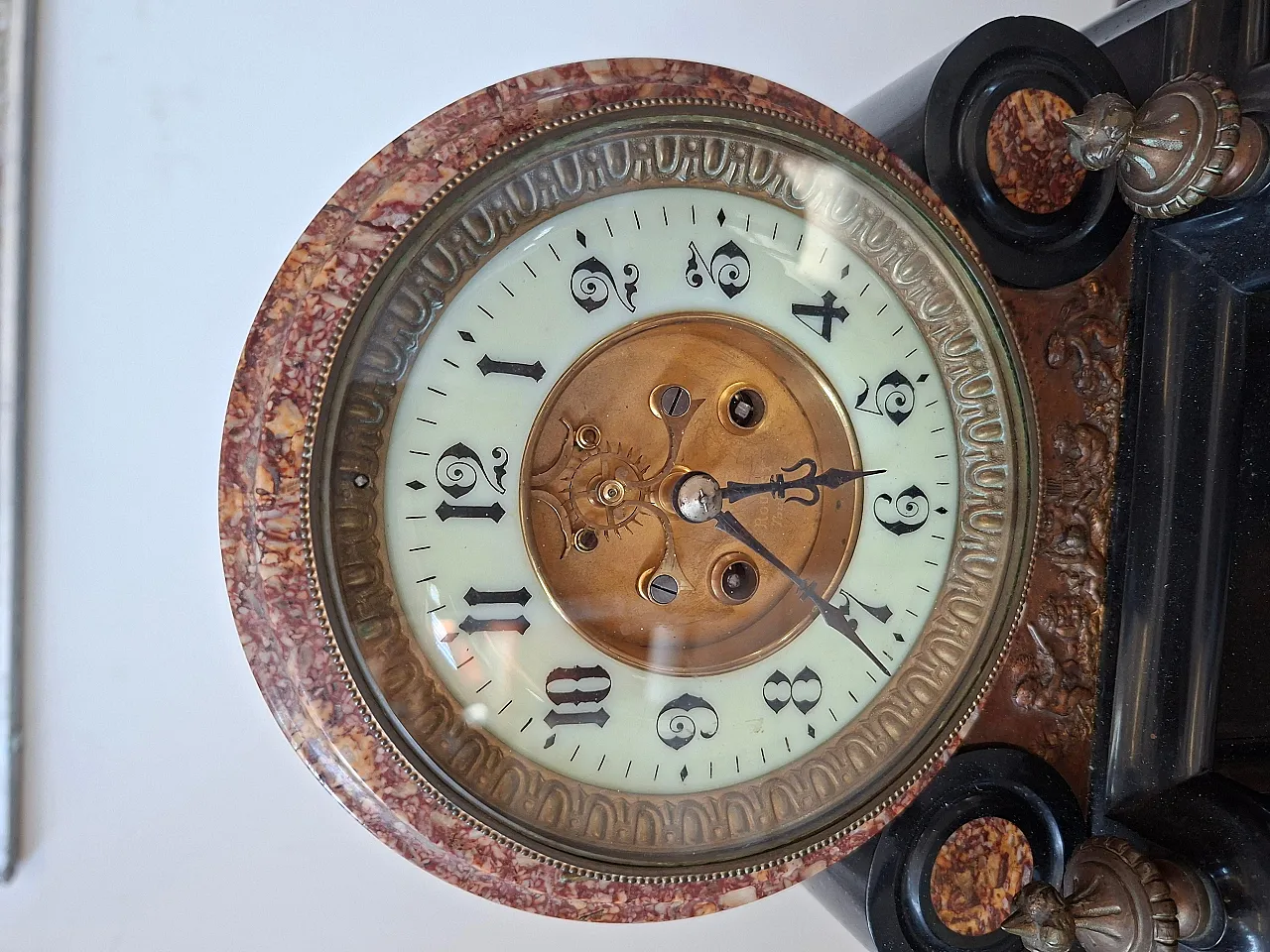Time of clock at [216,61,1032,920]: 4:13
